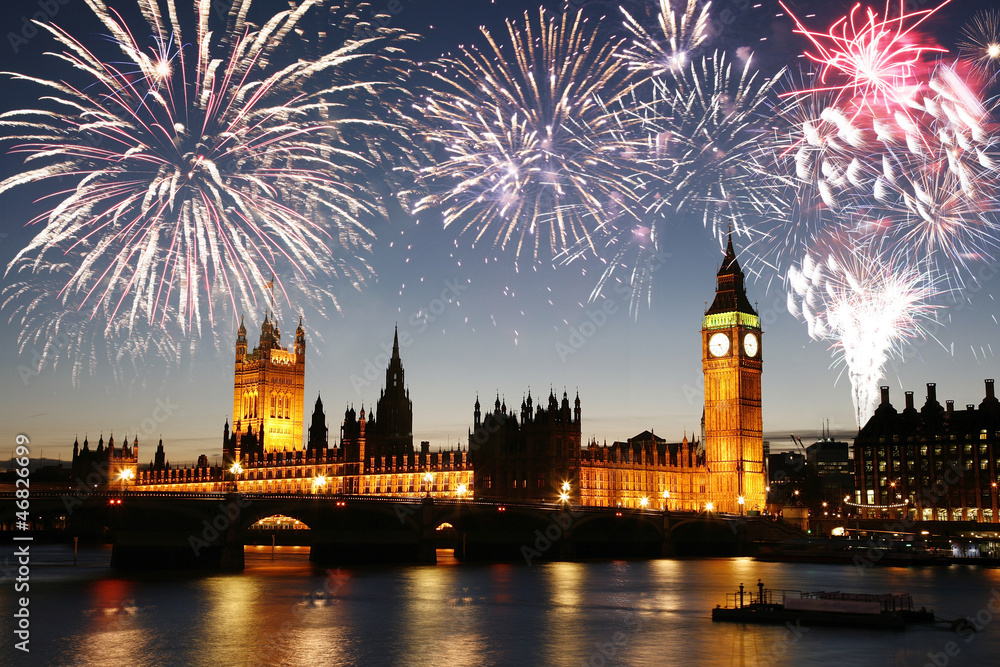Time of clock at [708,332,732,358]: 4:45
